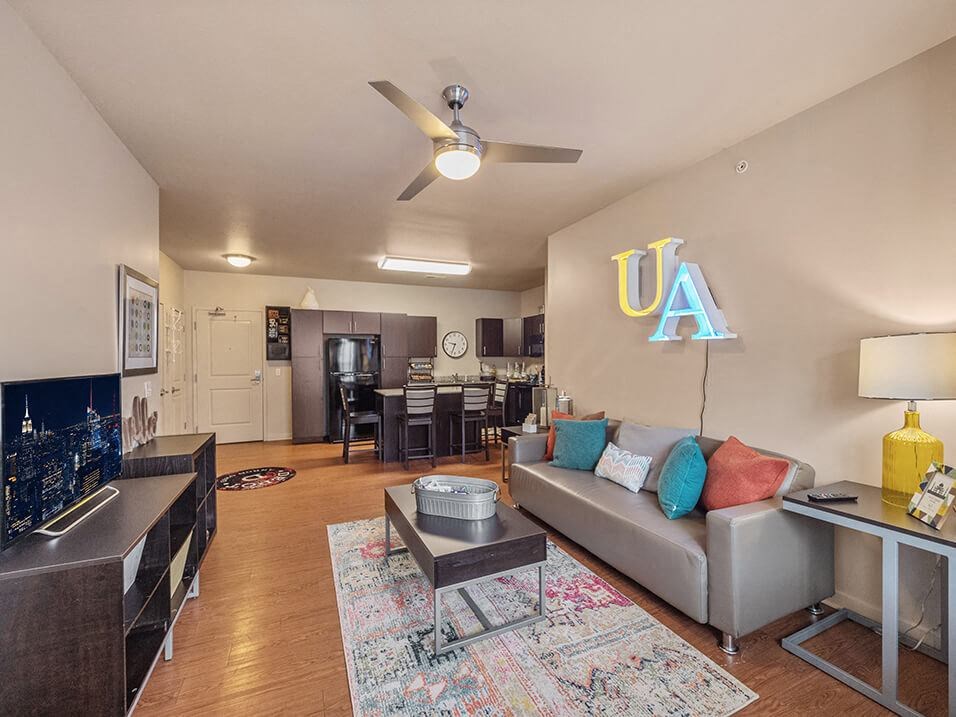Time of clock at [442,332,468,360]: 9:33
